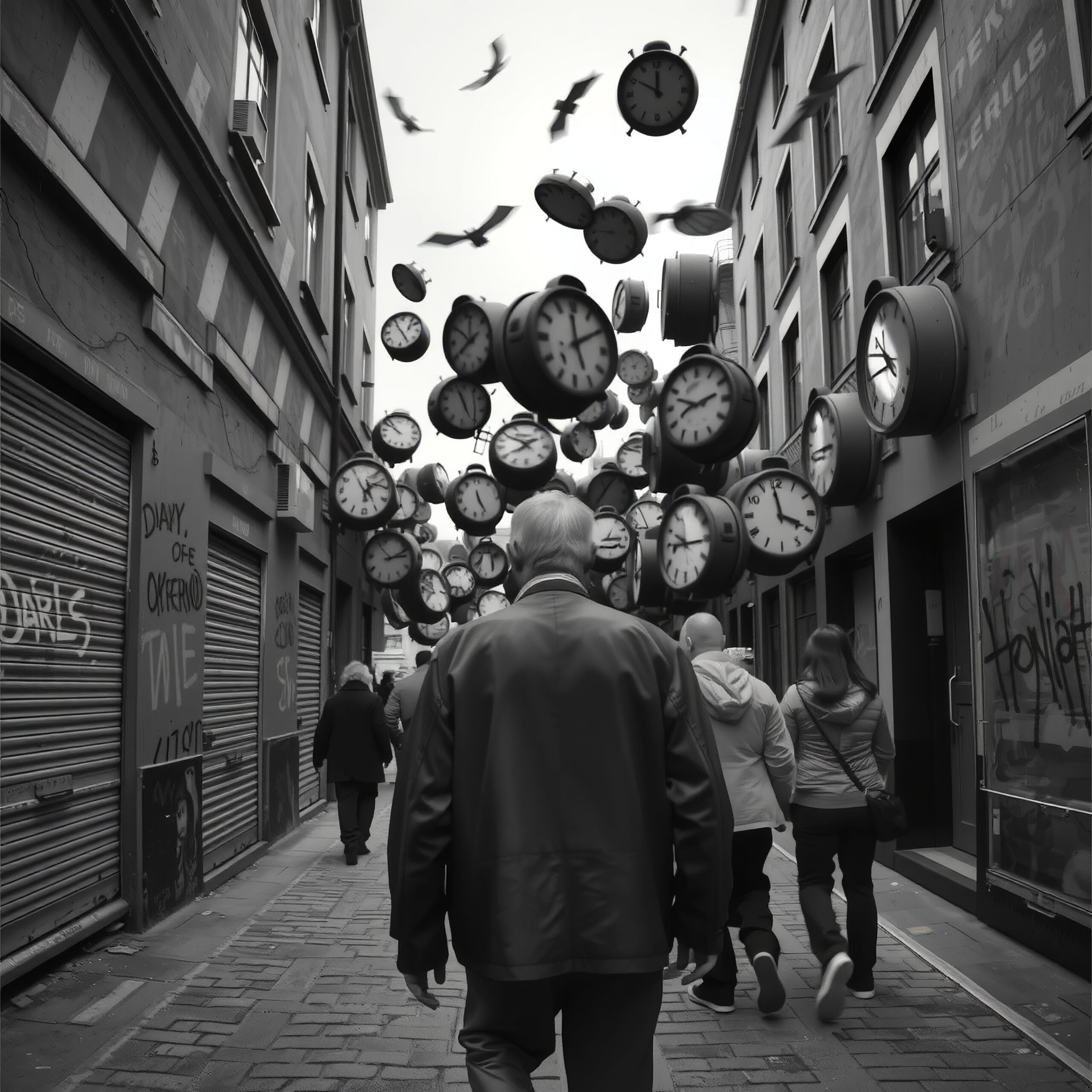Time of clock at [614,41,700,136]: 11:50
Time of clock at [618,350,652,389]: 12:57
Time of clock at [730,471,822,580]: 3:58
